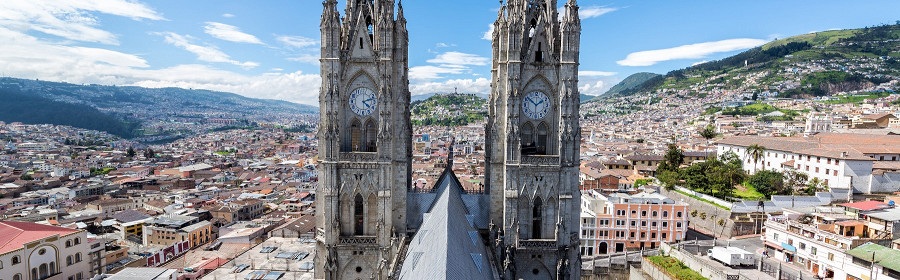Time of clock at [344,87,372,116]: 4:12
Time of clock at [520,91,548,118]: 1:51
